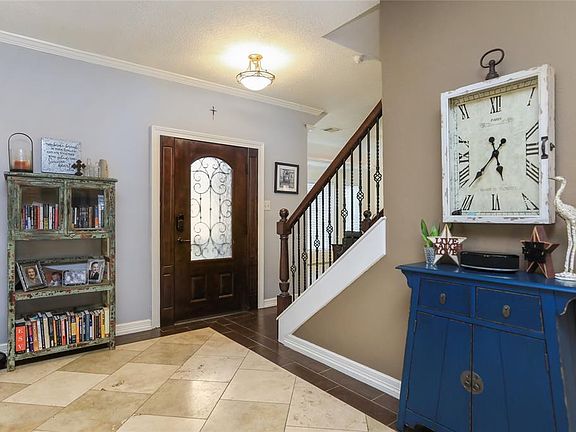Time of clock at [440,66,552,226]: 5:37
